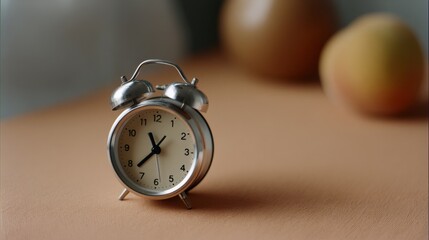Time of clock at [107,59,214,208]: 11:37
